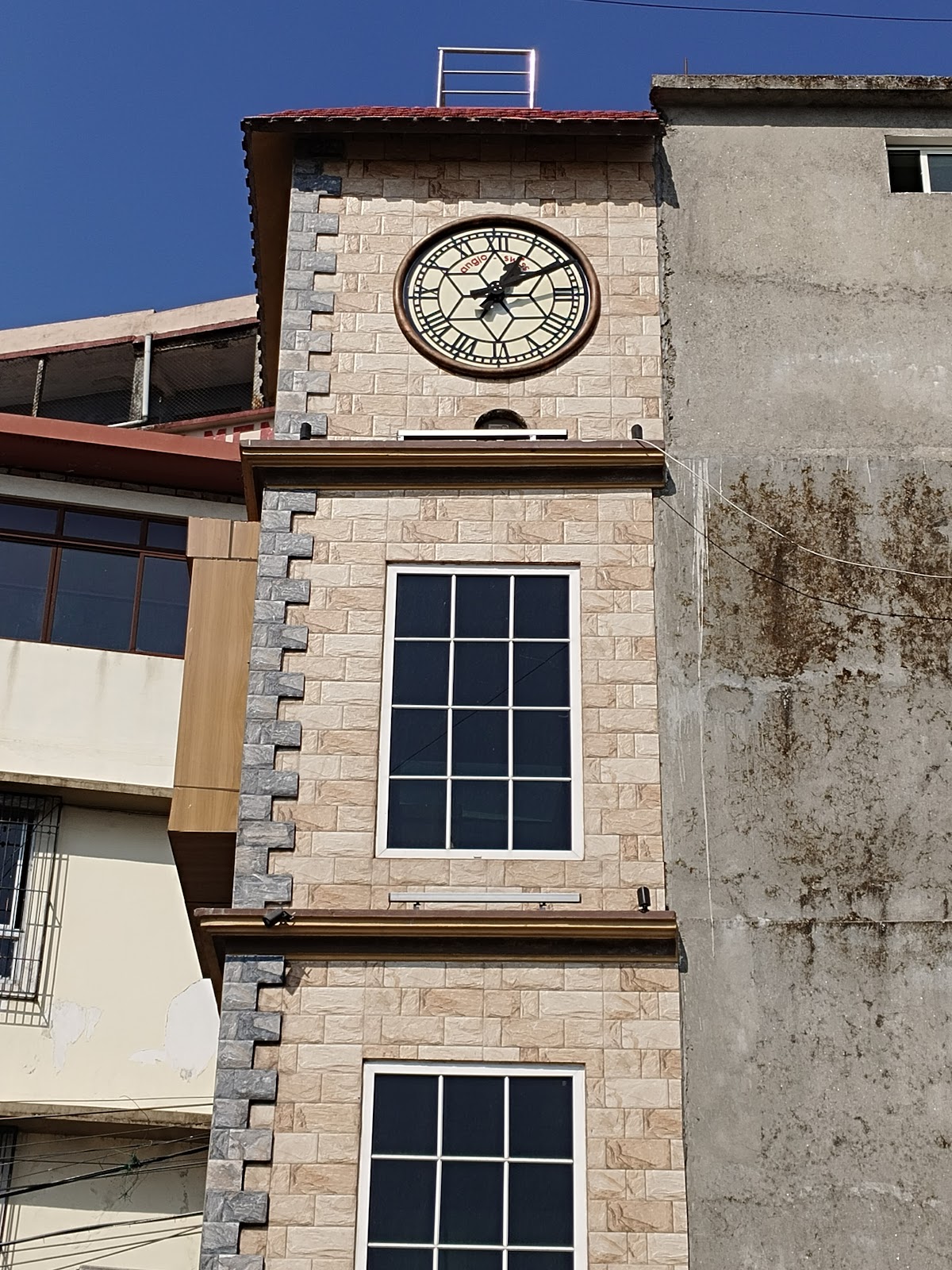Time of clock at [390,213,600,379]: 1:10
